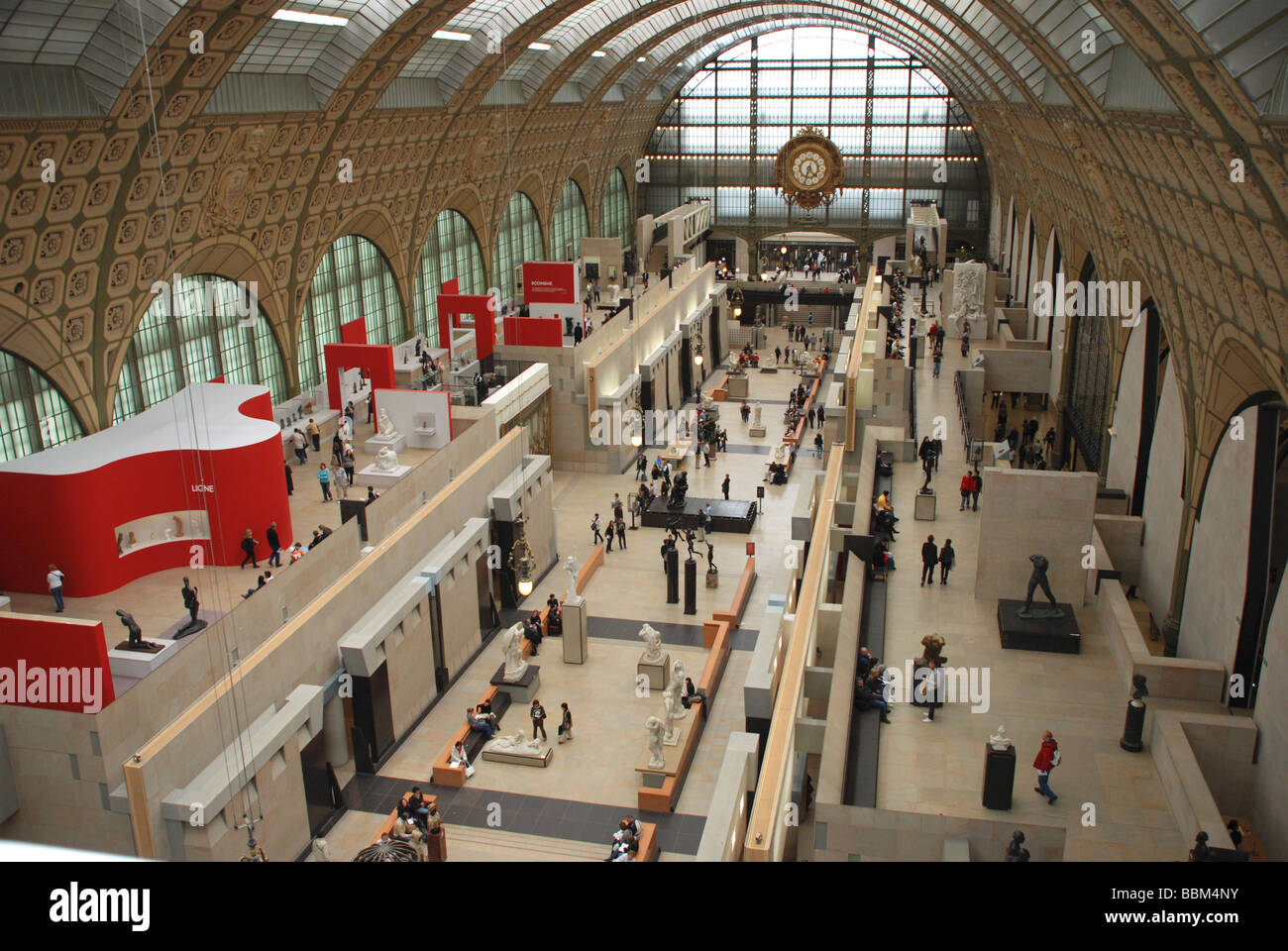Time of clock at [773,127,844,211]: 4:33
